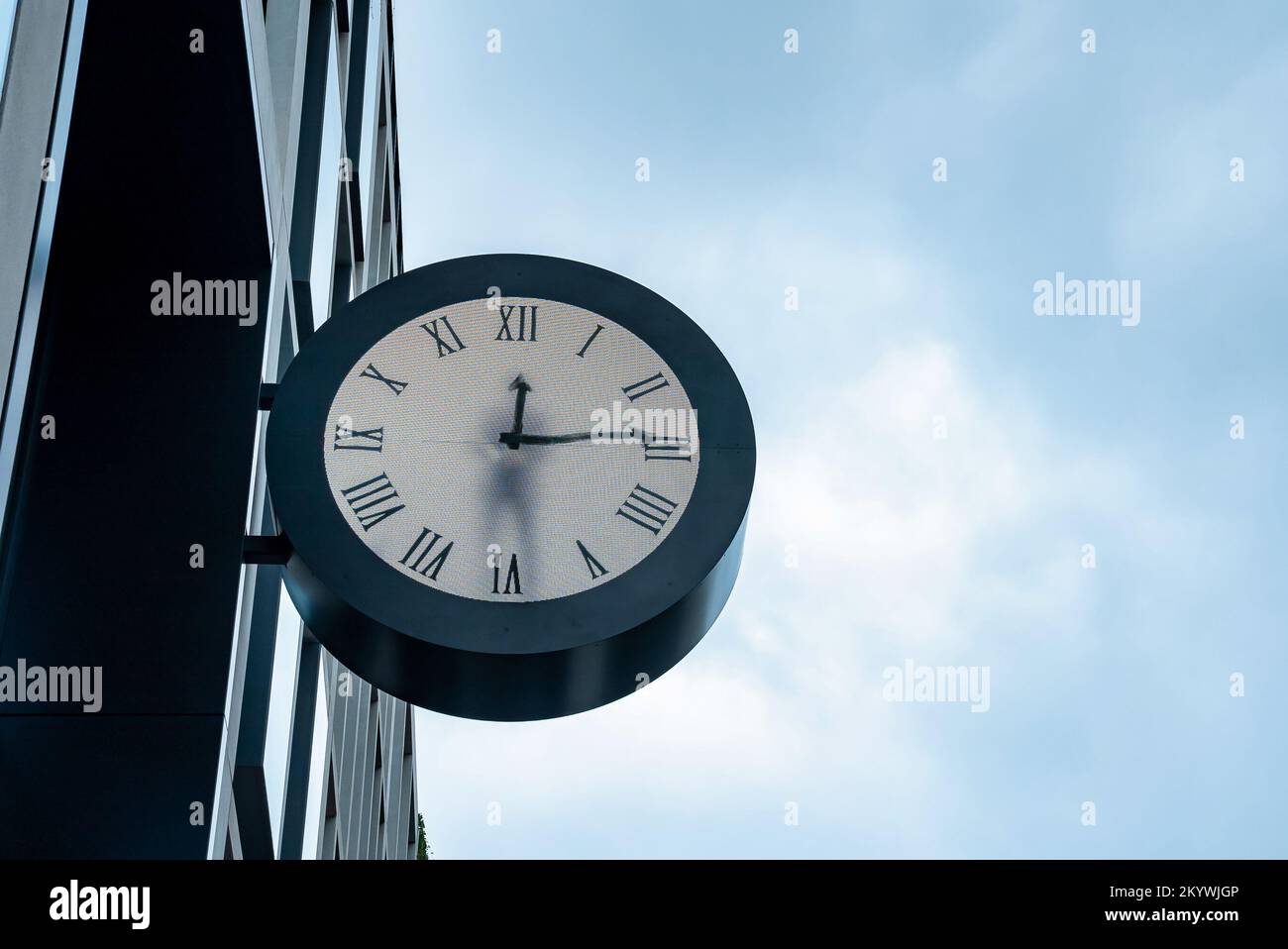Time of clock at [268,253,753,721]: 12:13
